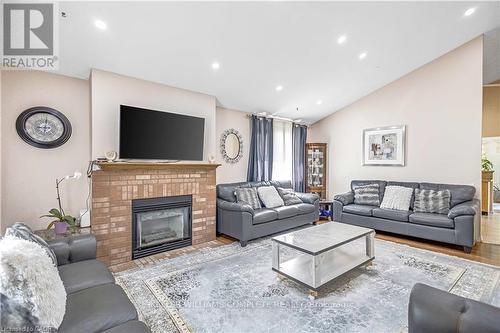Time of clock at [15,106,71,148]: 9:01
